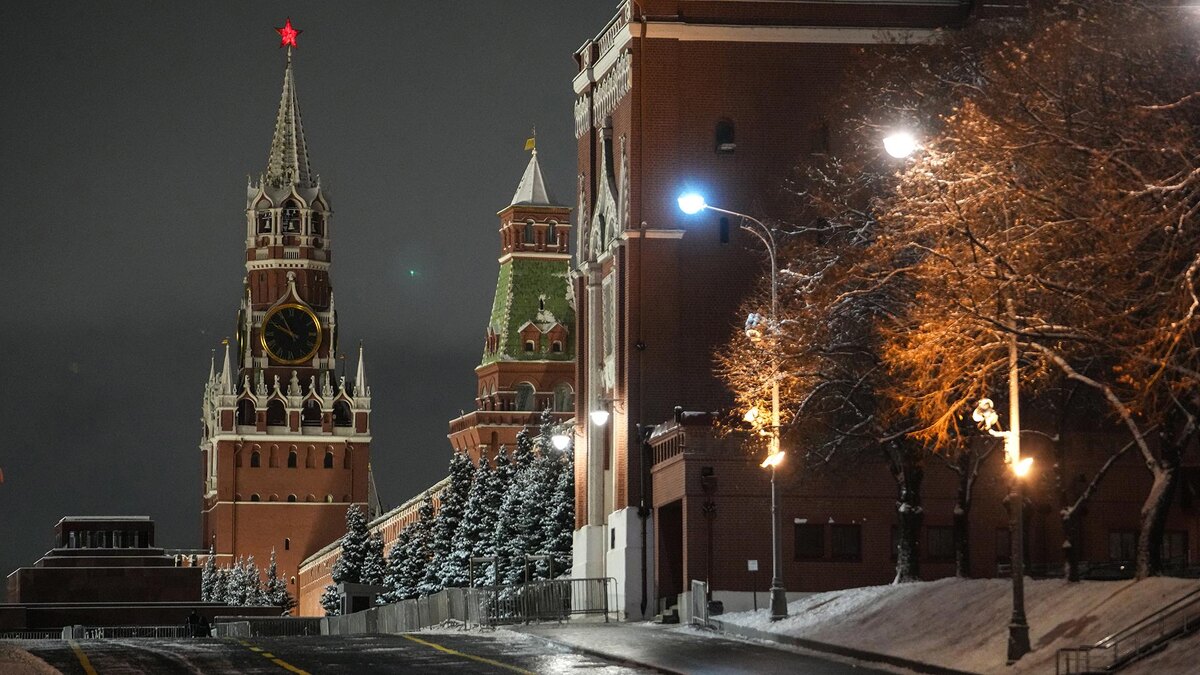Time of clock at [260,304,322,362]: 9:55
